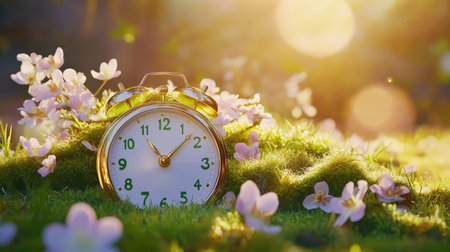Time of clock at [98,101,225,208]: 11:07
